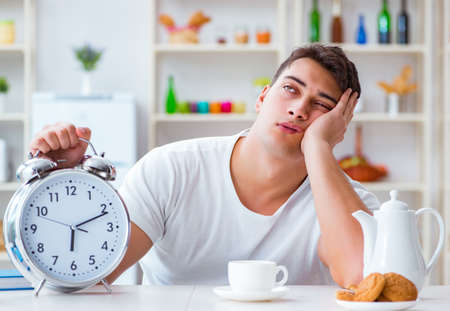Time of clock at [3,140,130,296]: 6:11
